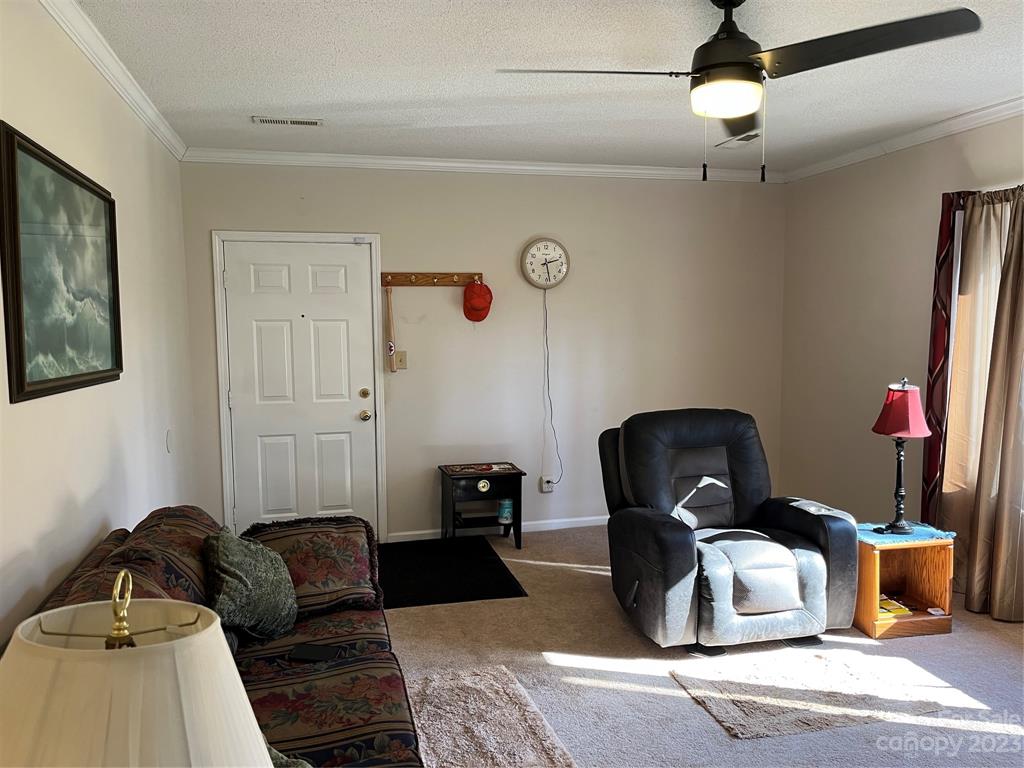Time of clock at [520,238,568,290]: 2:28
